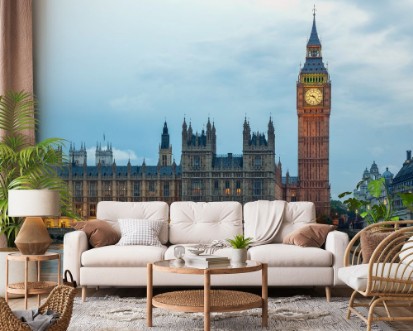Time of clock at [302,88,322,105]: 9:23
